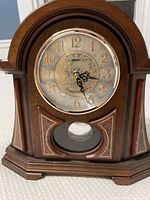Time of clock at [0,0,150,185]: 5:17
